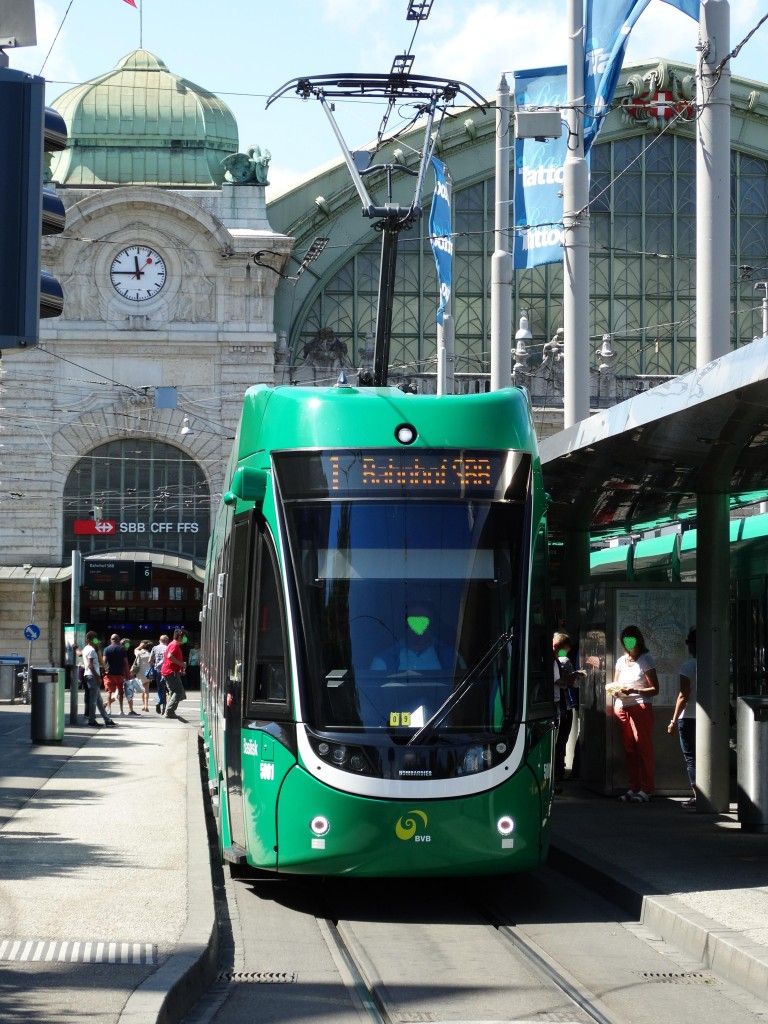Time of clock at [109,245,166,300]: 11:45
